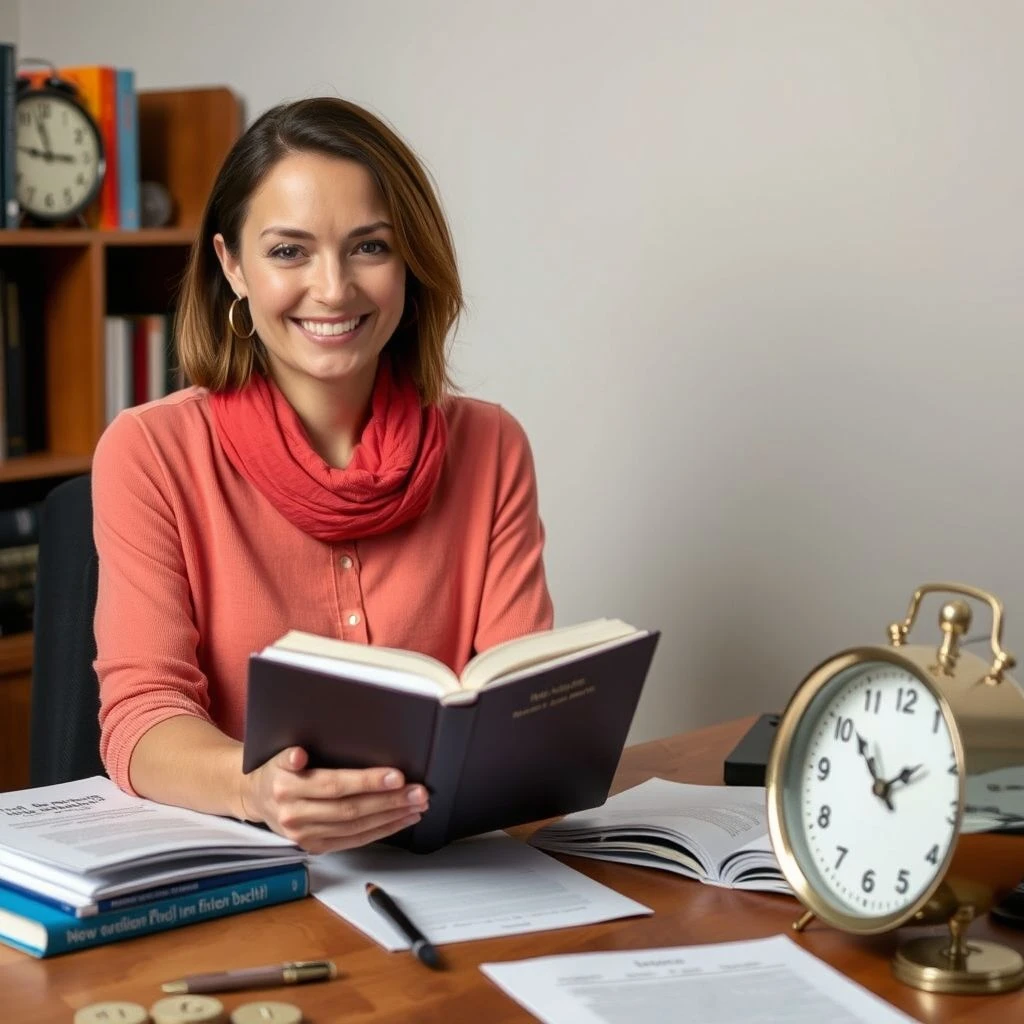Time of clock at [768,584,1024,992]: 1:51
